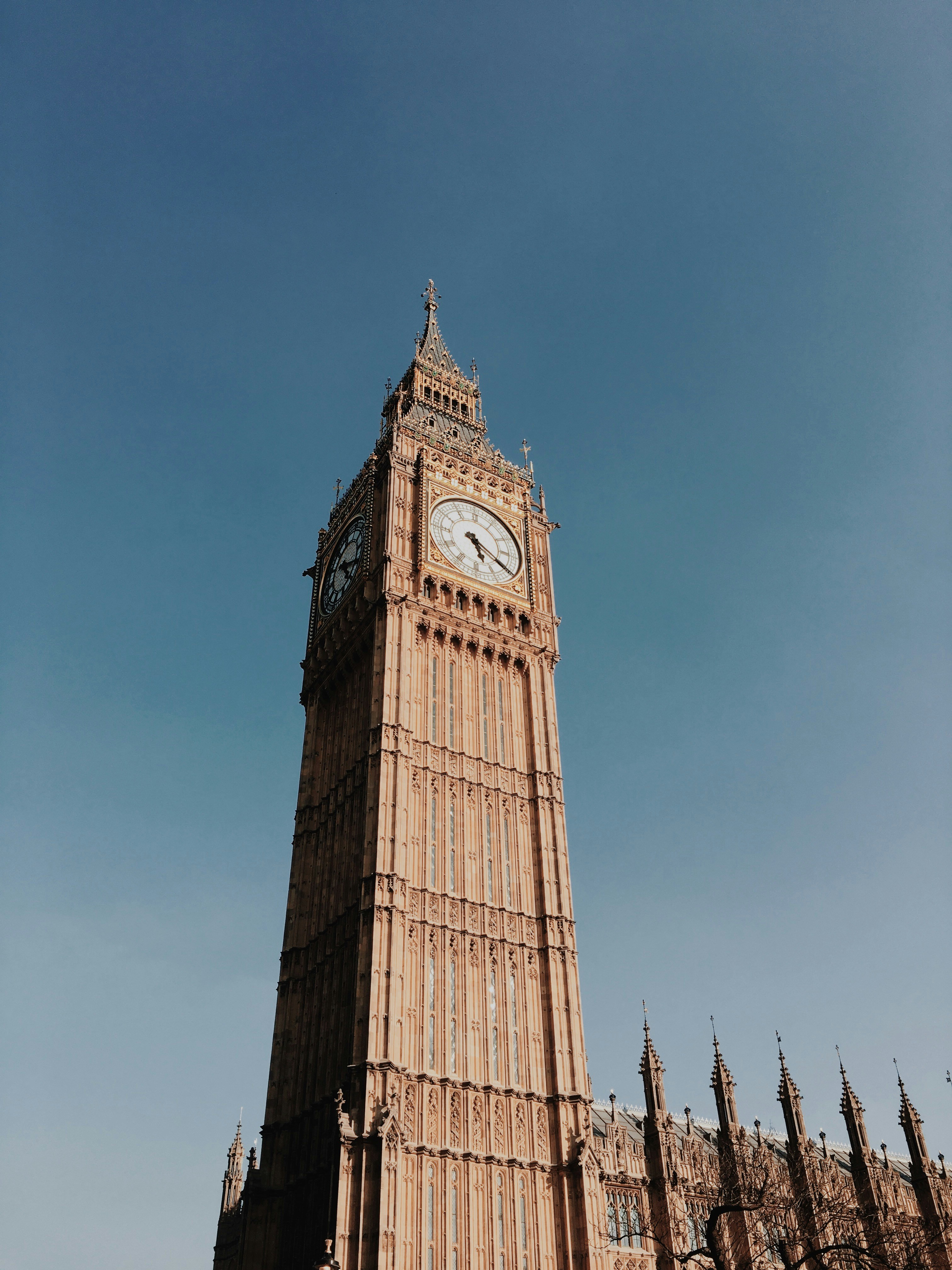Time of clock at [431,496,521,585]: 5:20
